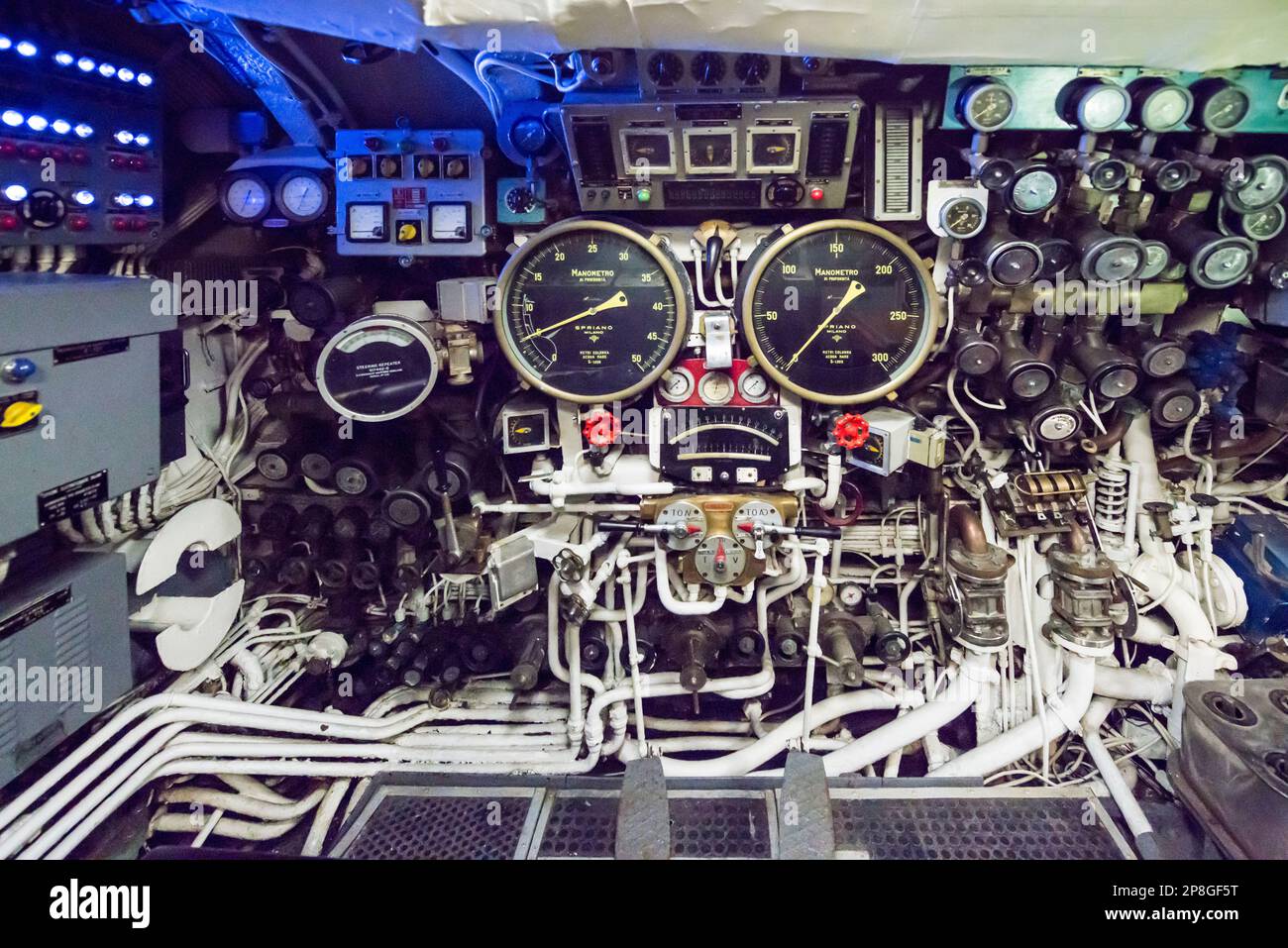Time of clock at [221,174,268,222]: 12:34
